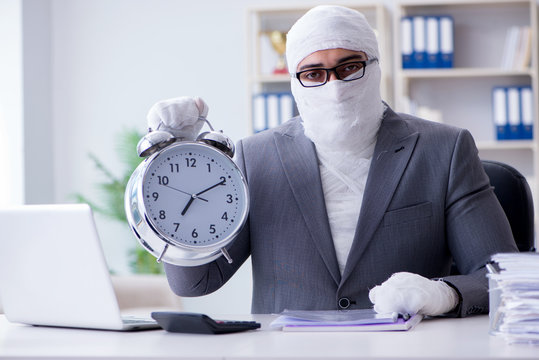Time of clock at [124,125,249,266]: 7:10
